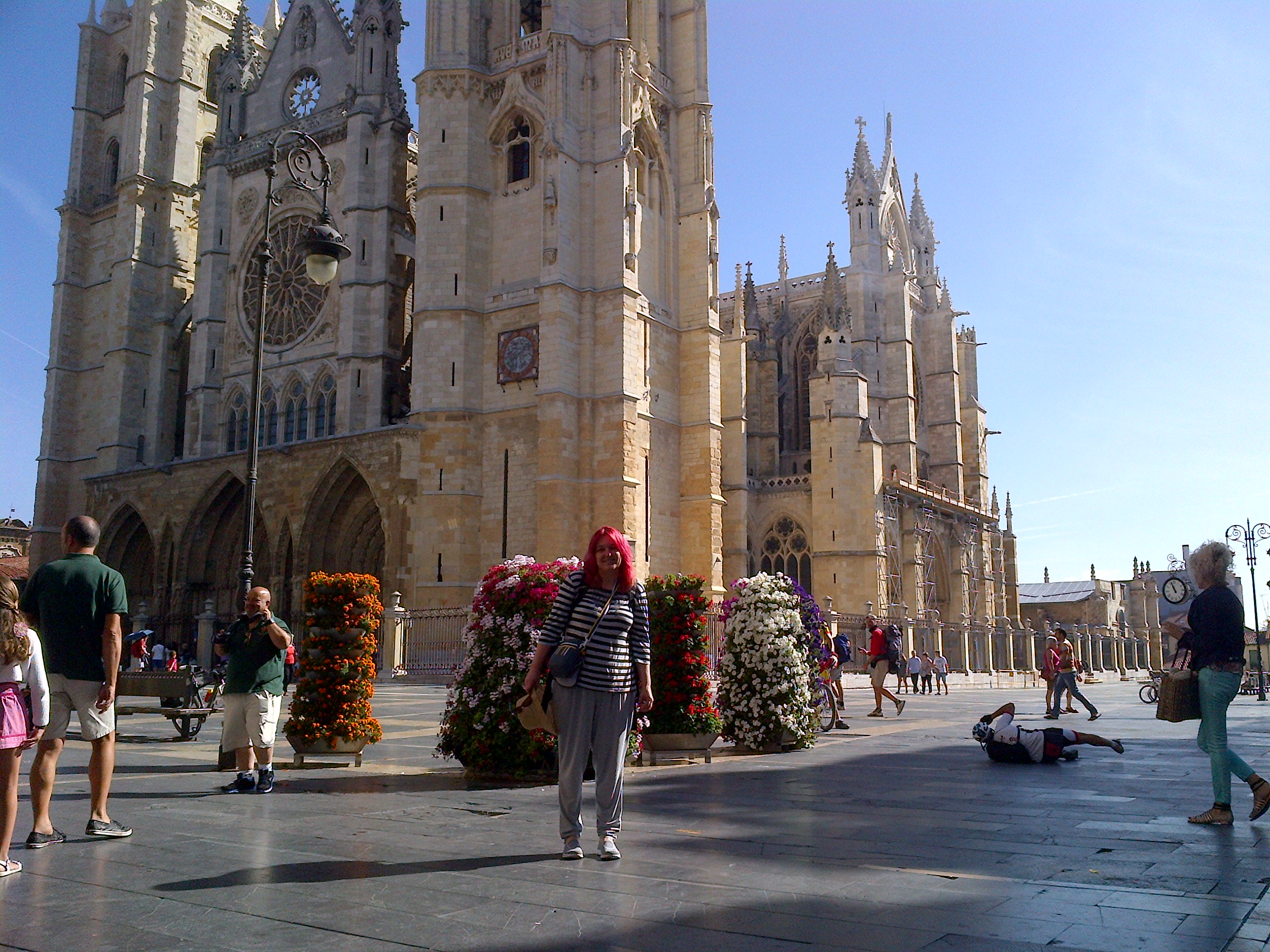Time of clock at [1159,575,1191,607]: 10:56
